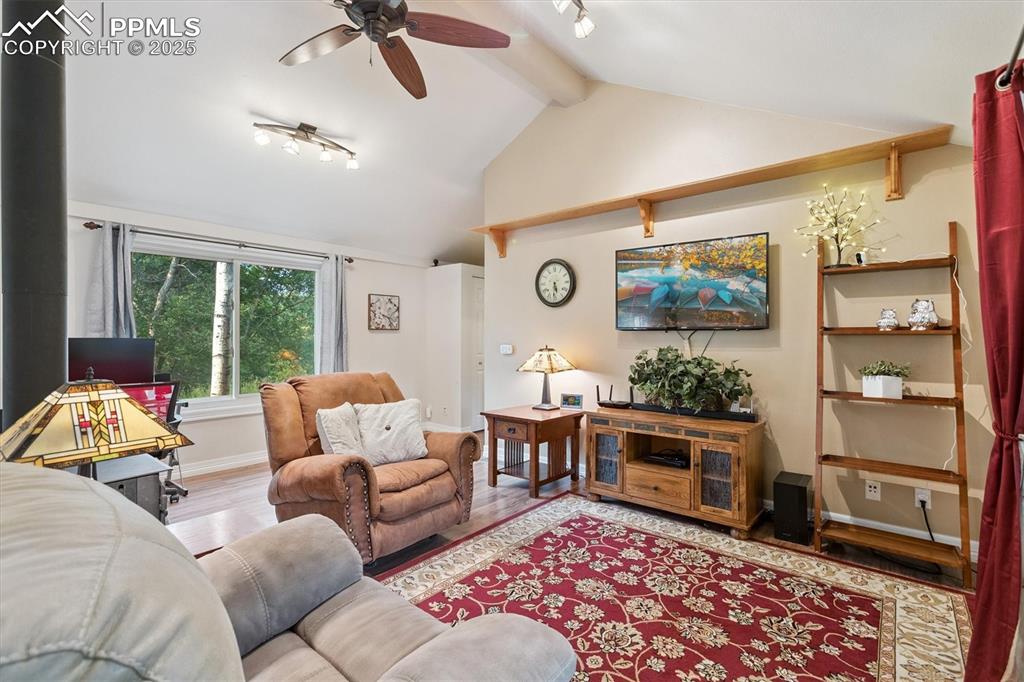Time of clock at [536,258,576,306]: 5:31
